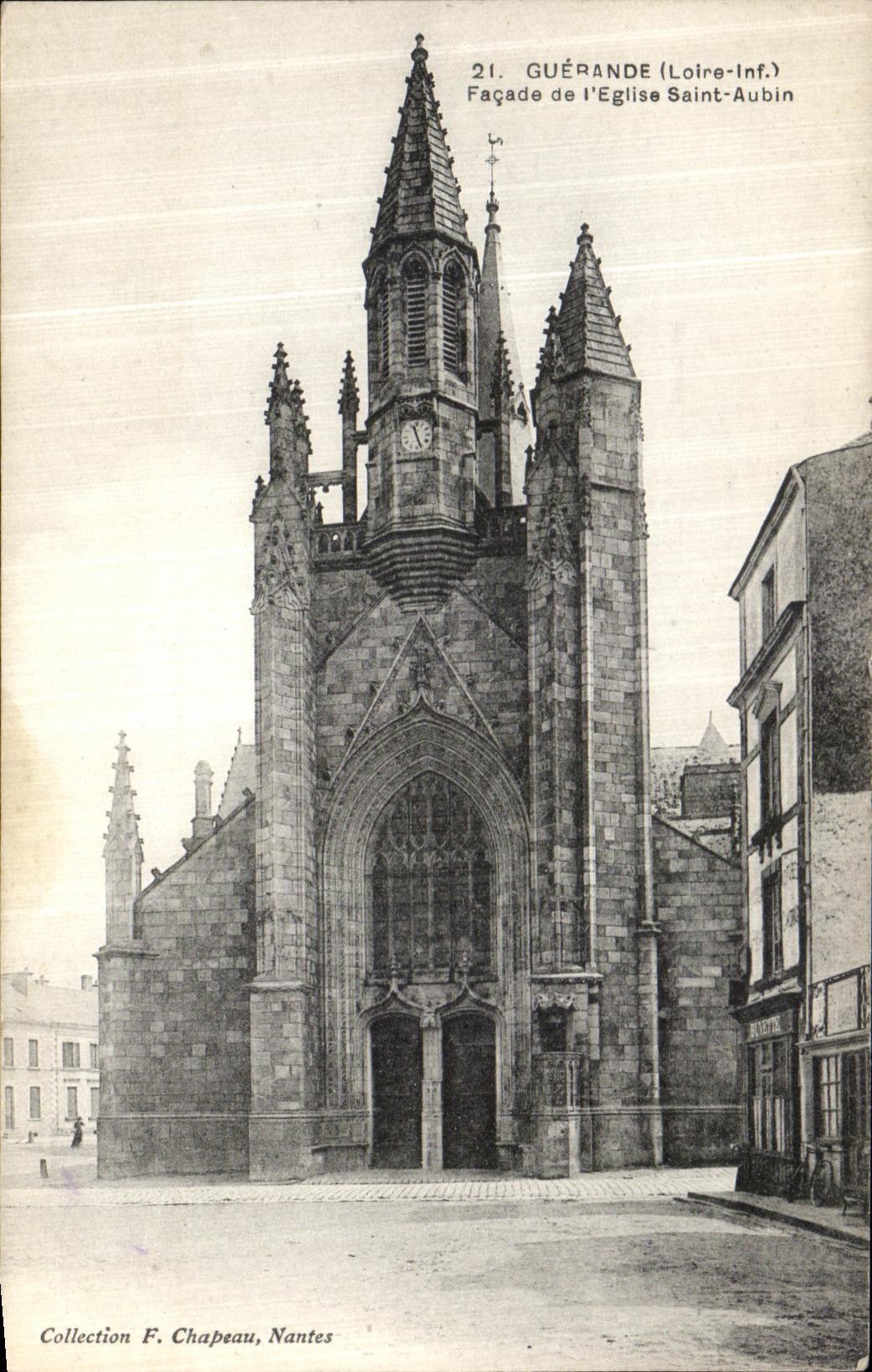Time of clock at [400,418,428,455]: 11:26
